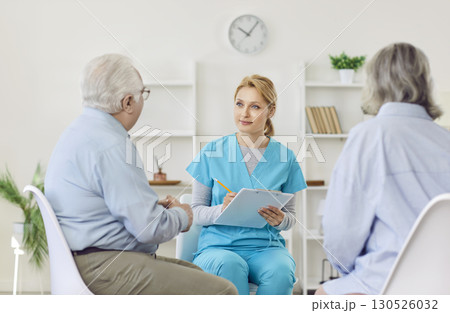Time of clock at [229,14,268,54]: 10:05
